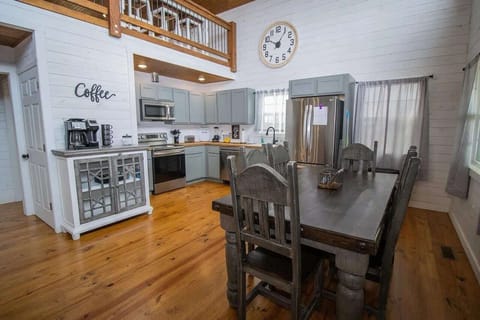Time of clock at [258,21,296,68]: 10:05
